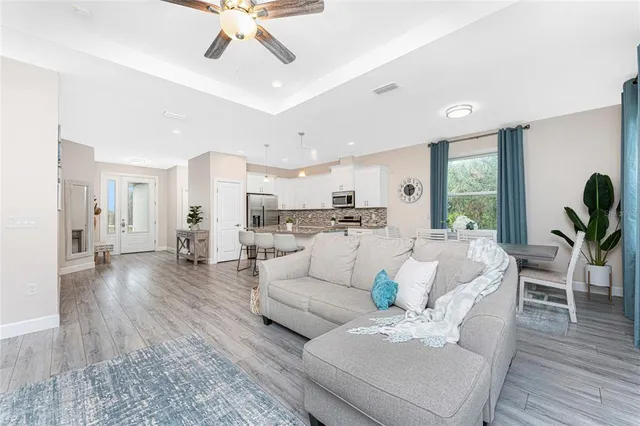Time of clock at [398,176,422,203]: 2:29
